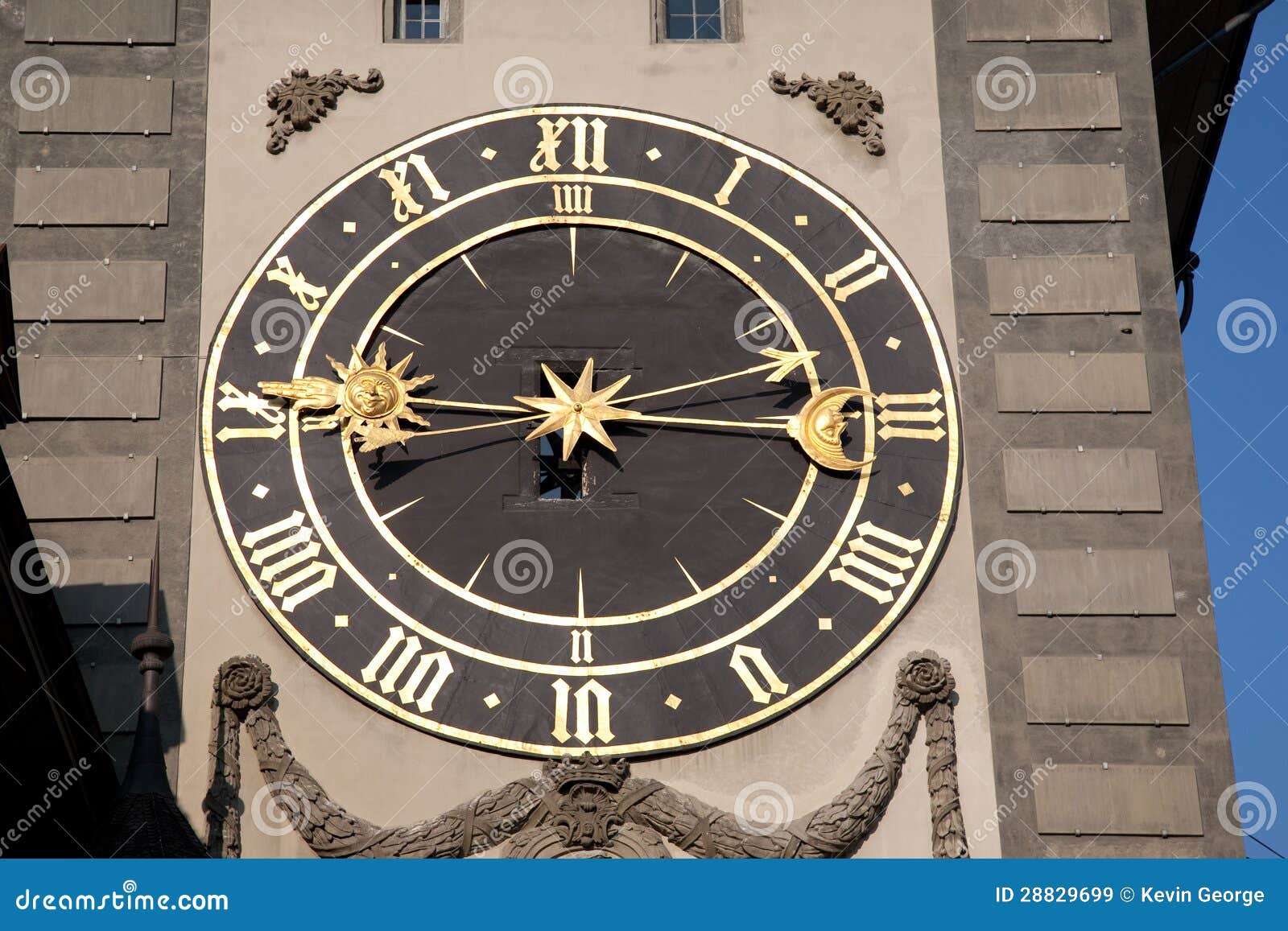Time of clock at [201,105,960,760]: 6:45
